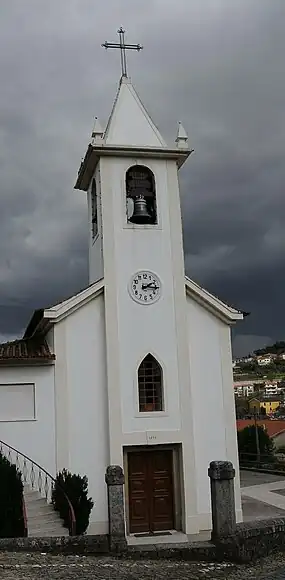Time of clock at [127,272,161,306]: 2:15
